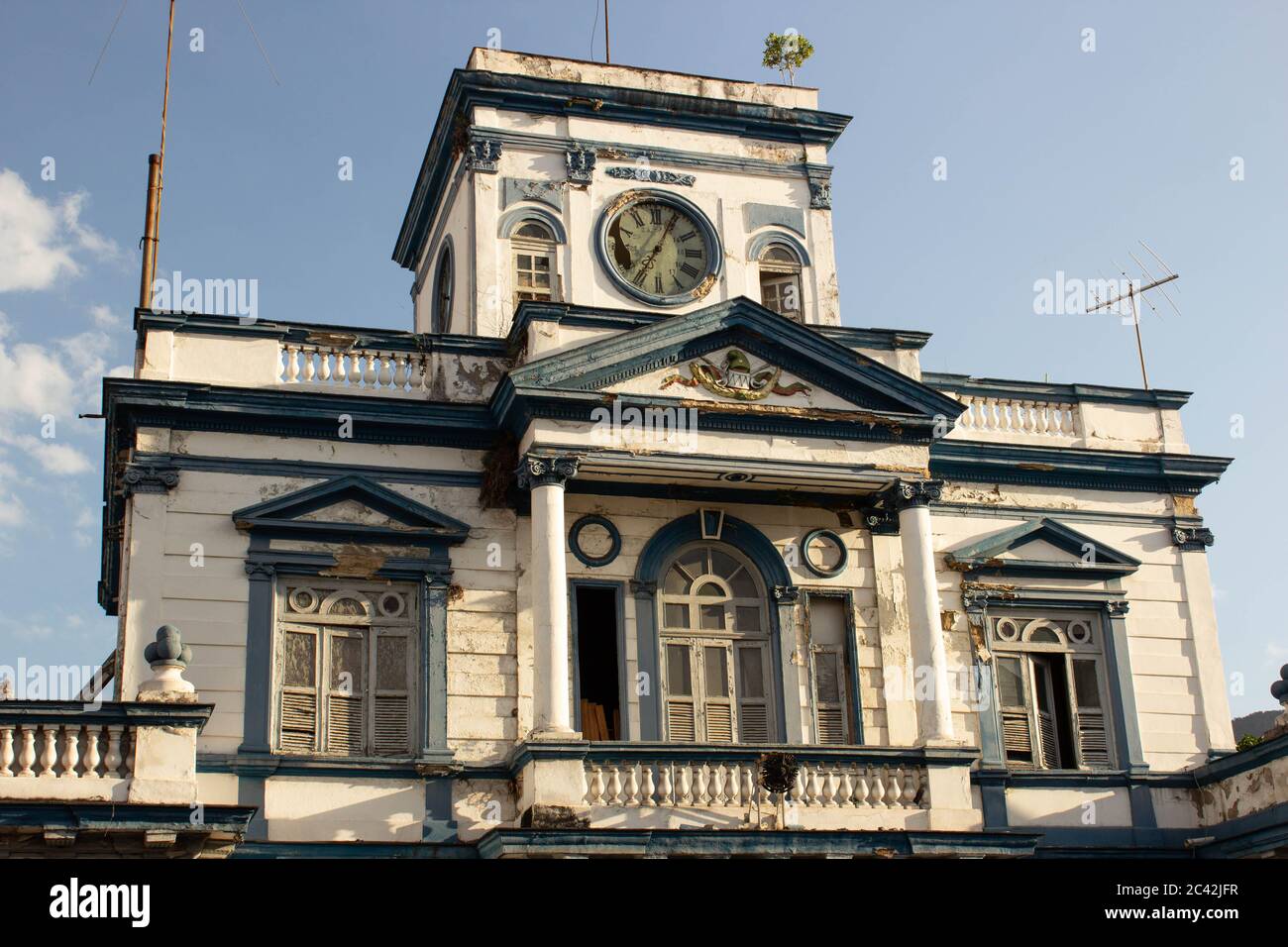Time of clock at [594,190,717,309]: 7:04
